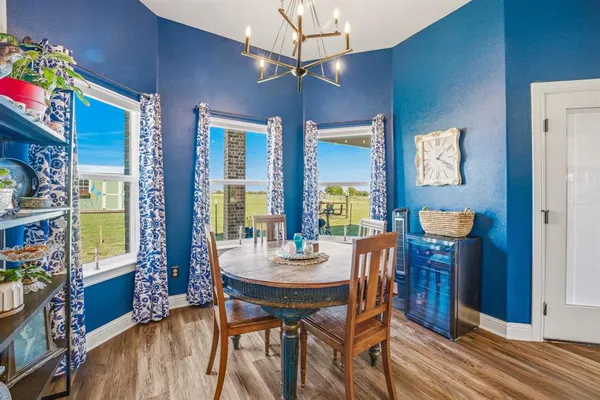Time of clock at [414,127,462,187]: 1:18
